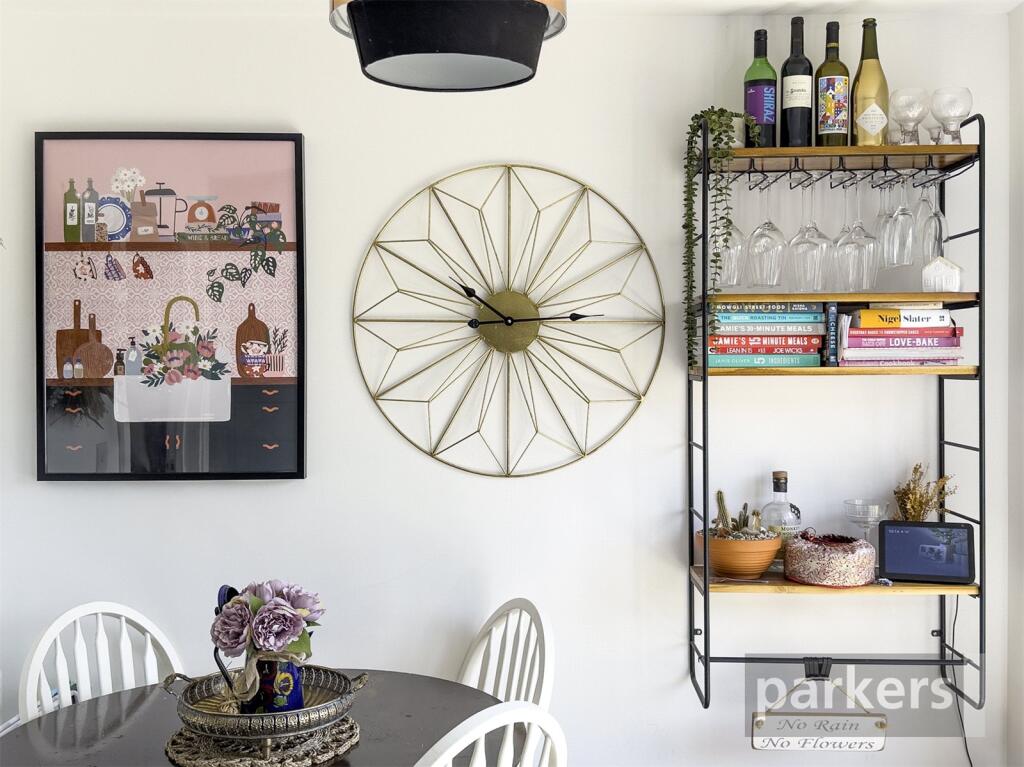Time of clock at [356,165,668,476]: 10:14
